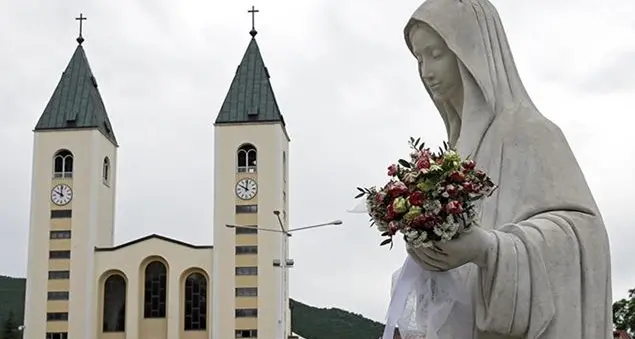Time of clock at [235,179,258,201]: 10:00
